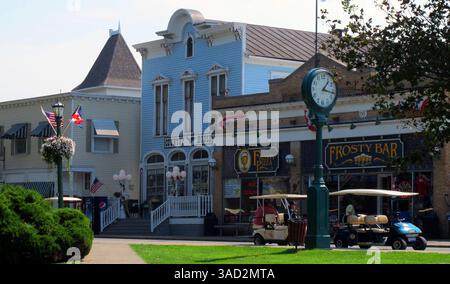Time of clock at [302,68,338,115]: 1:16
